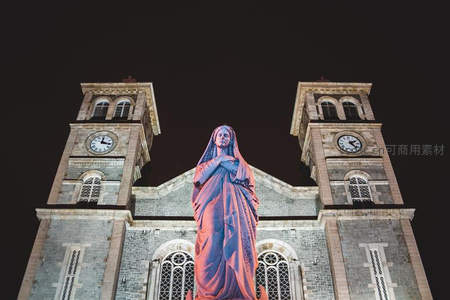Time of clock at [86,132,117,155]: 12:16
